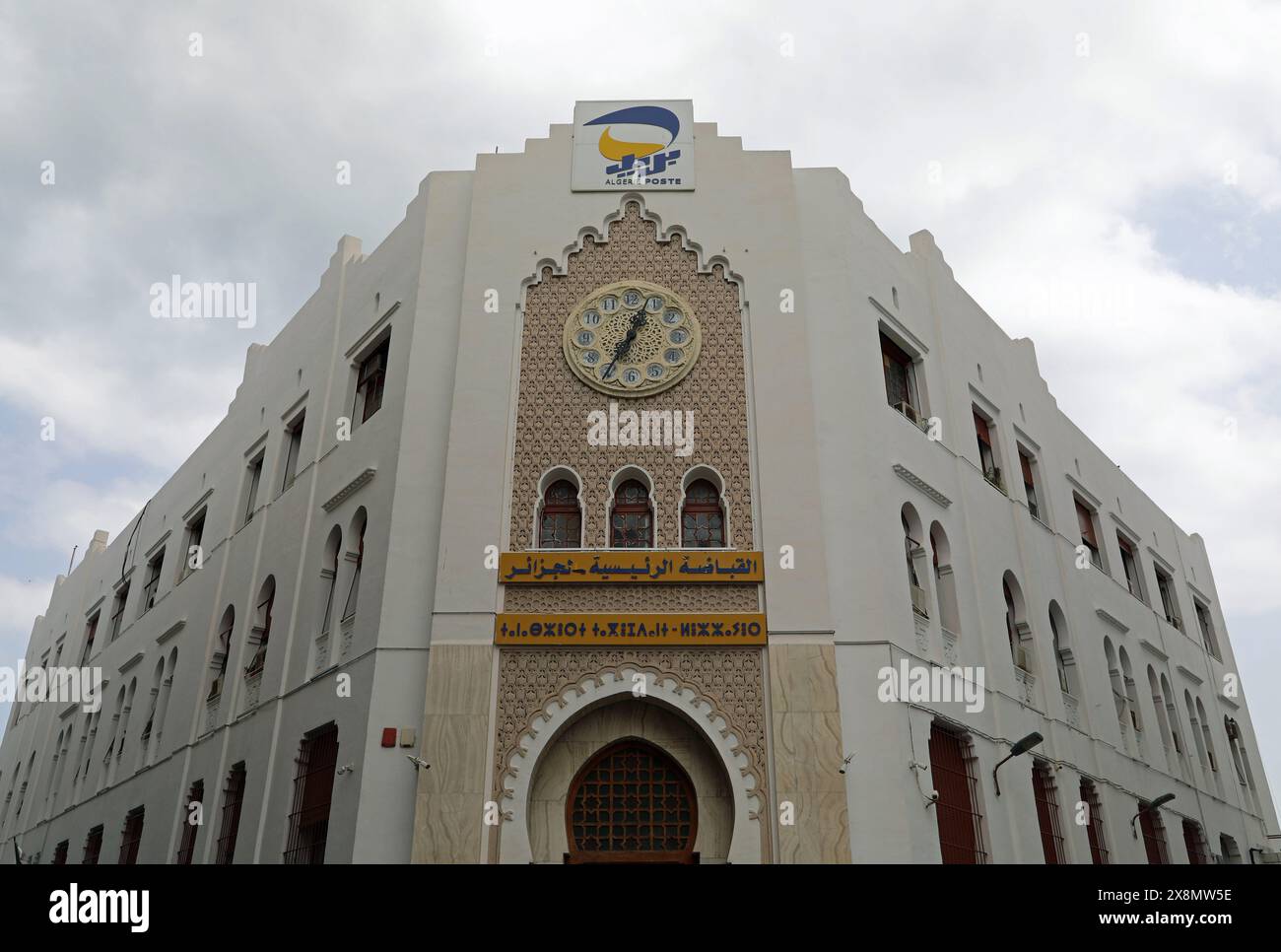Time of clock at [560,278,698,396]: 12:34
